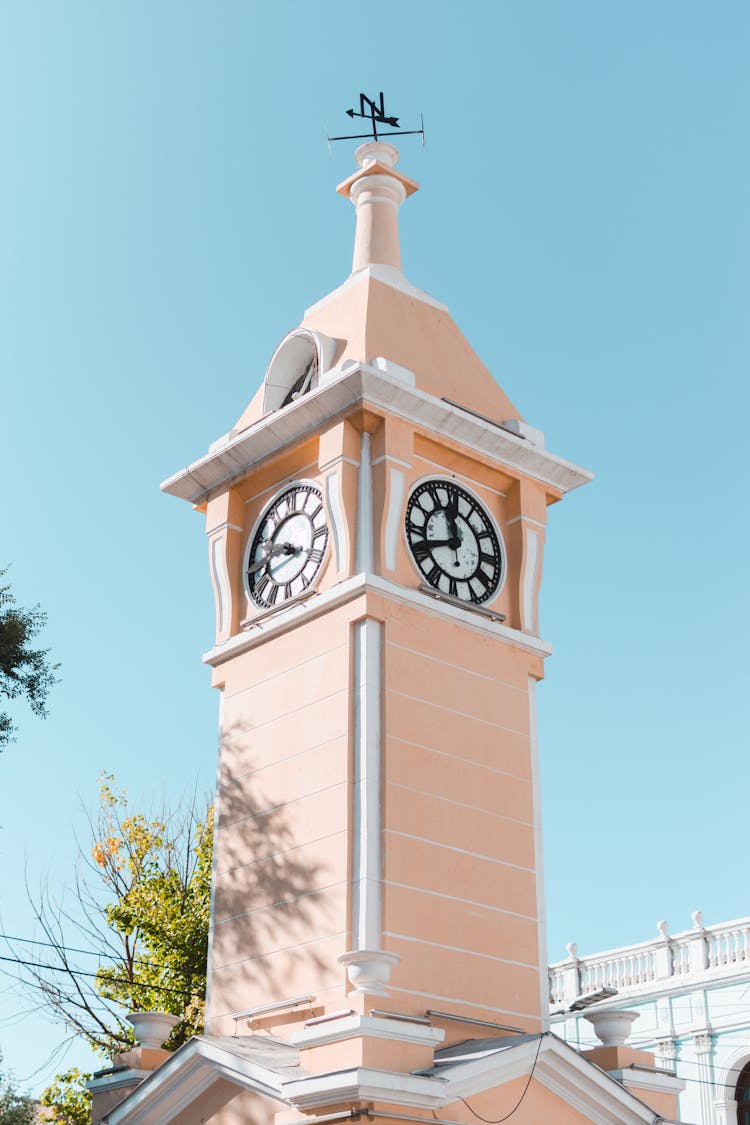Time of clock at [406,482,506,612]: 11:41
